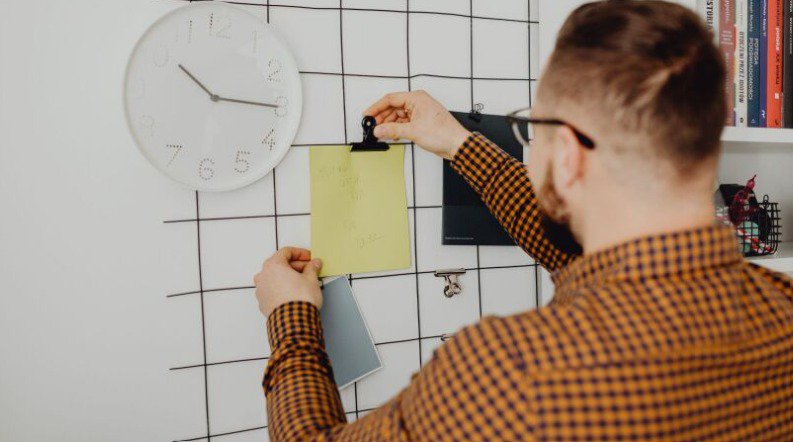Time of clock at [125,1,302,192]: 10:15
